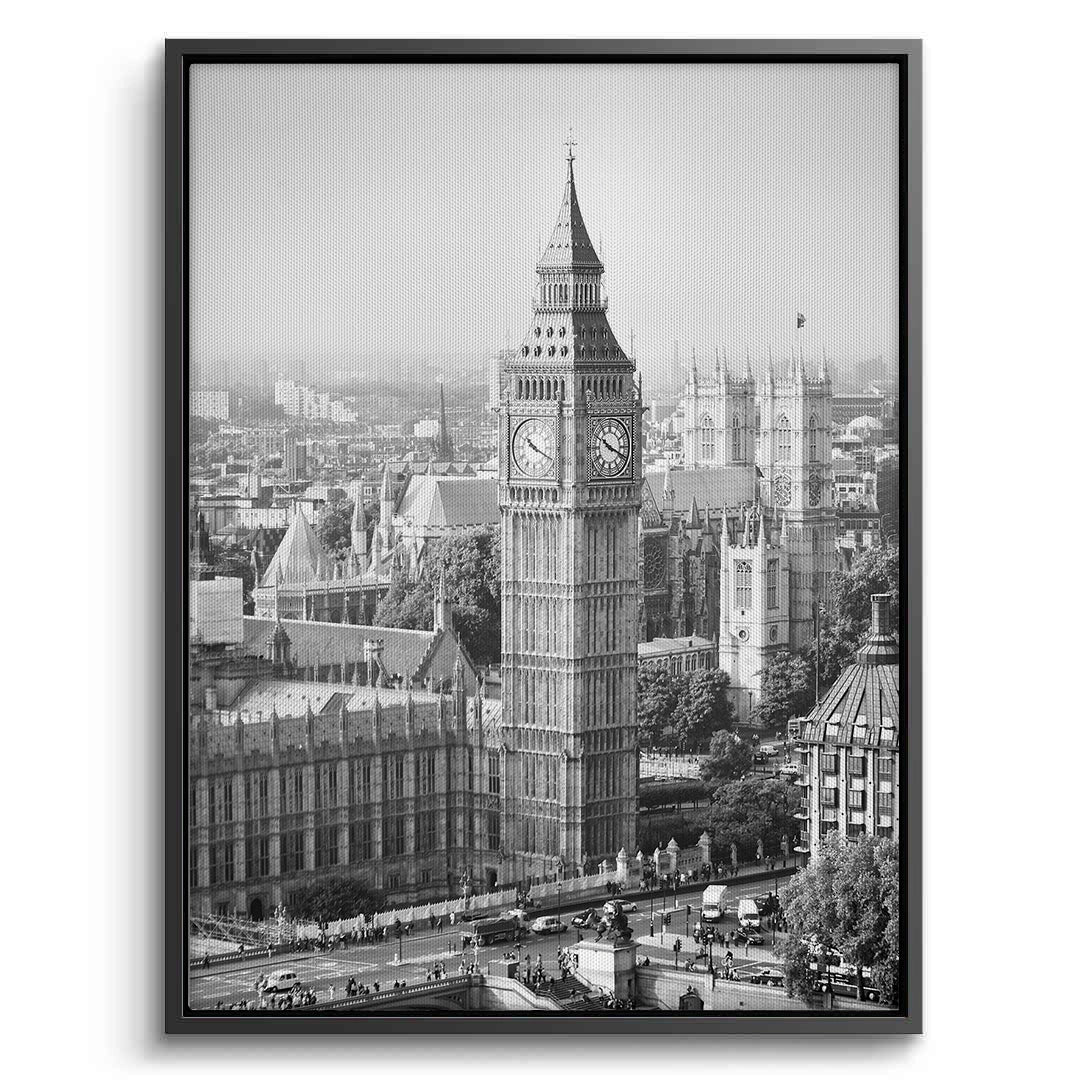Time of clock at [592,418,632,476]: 10:18
